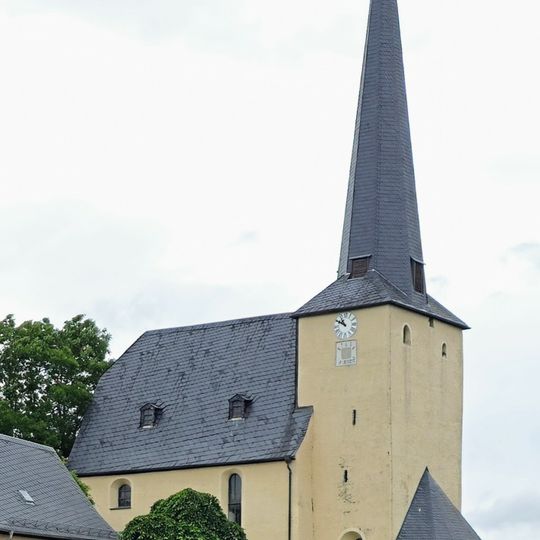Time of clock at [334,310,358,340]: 10:50
